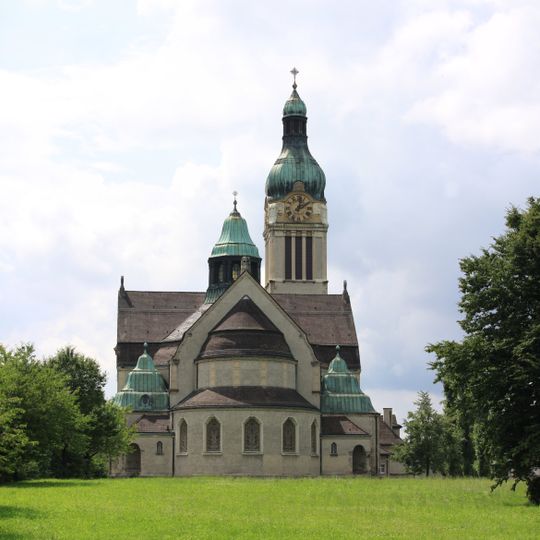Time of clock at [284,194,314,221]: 2:02
